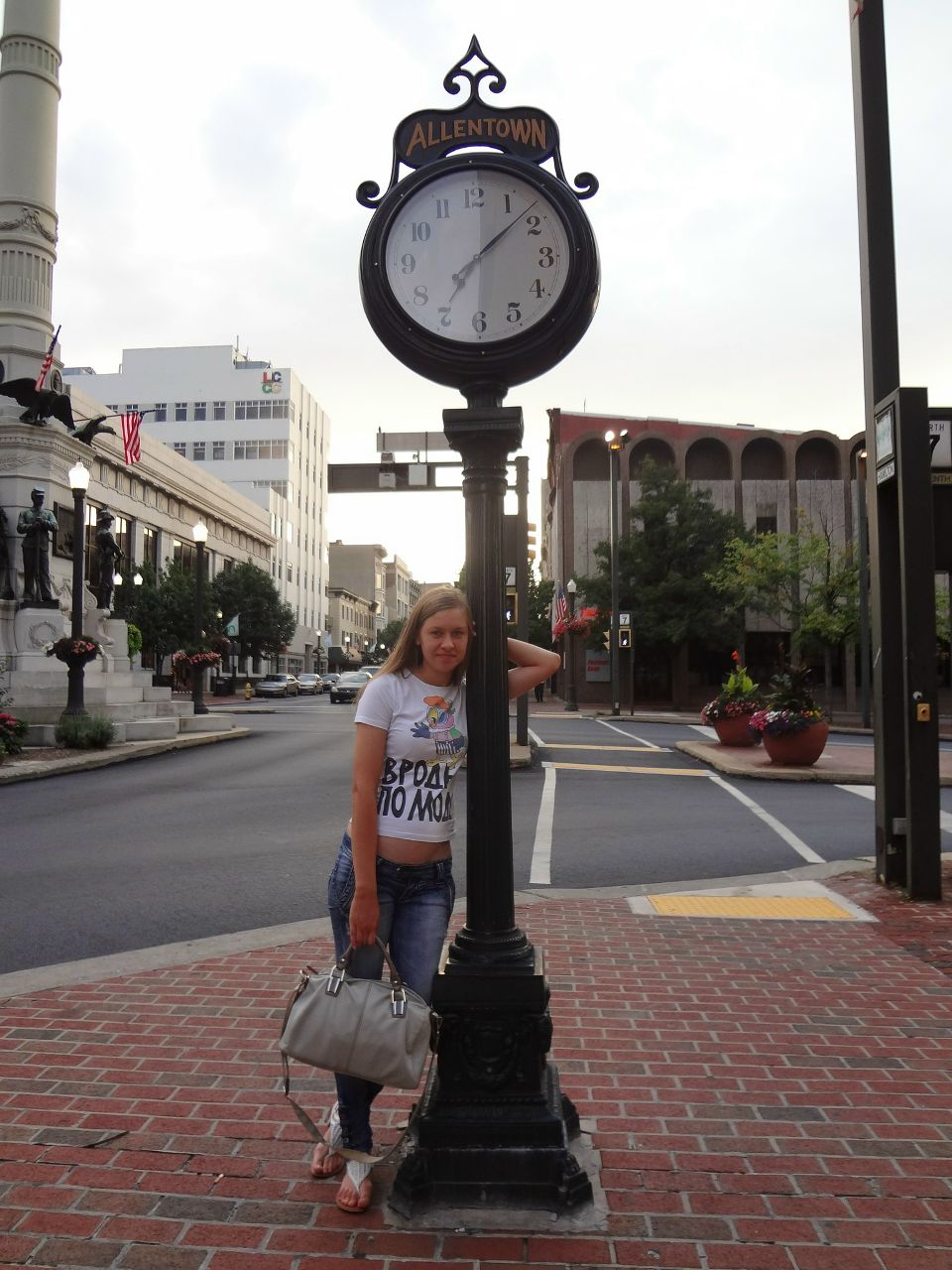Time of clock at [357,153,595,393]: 7:07
